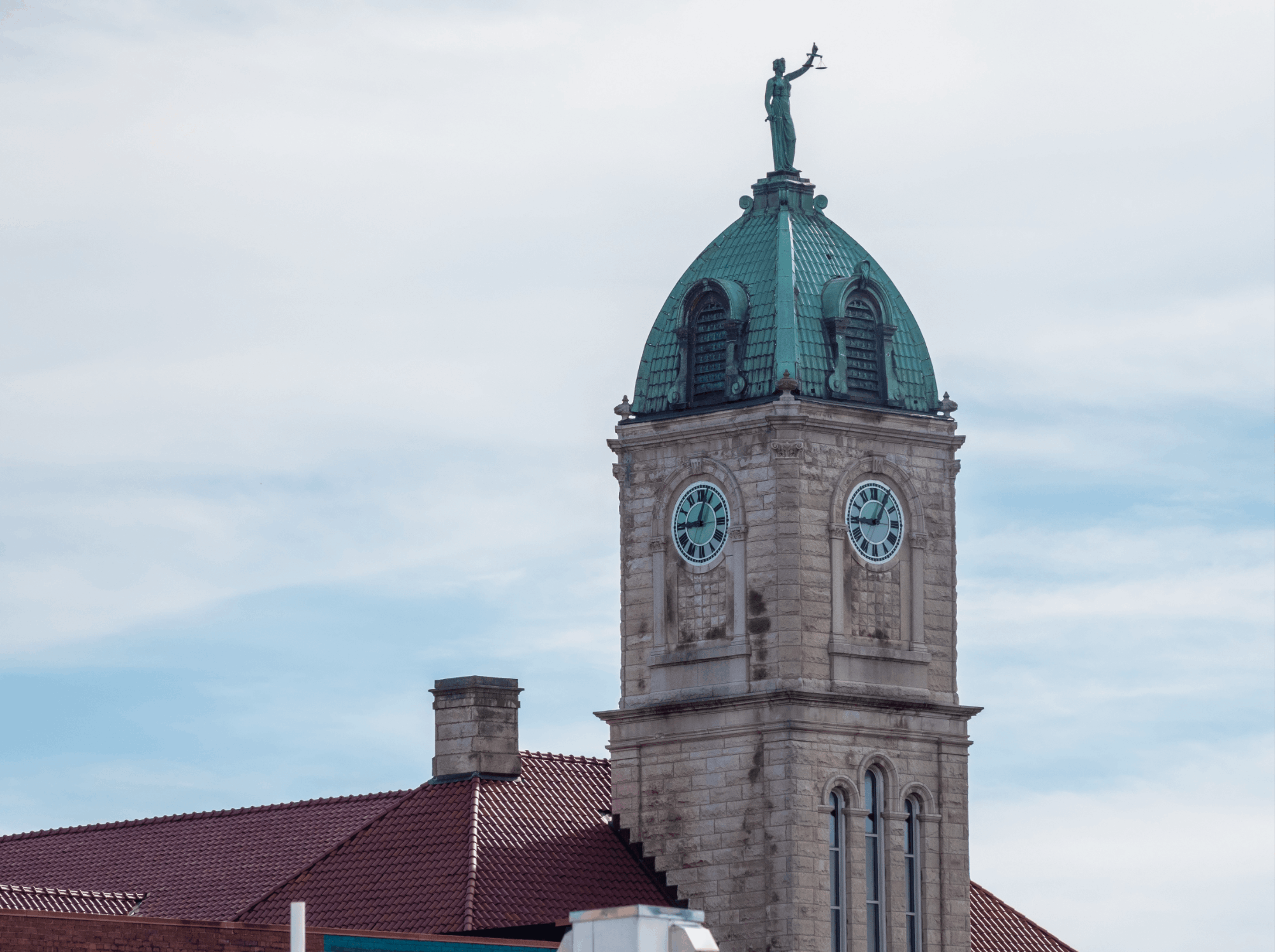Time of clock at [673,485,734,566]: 9:02
